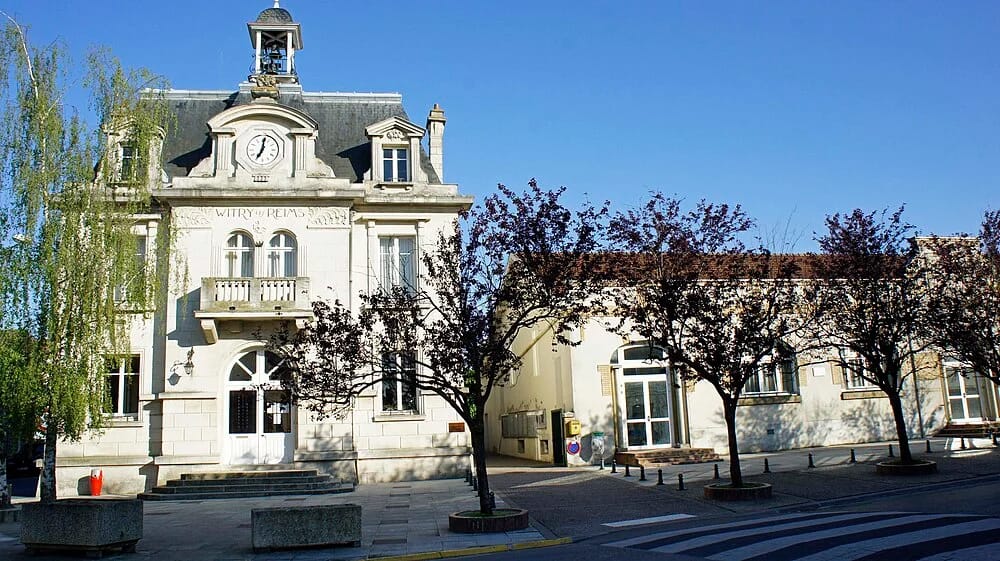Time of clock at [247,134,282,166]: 7:01
